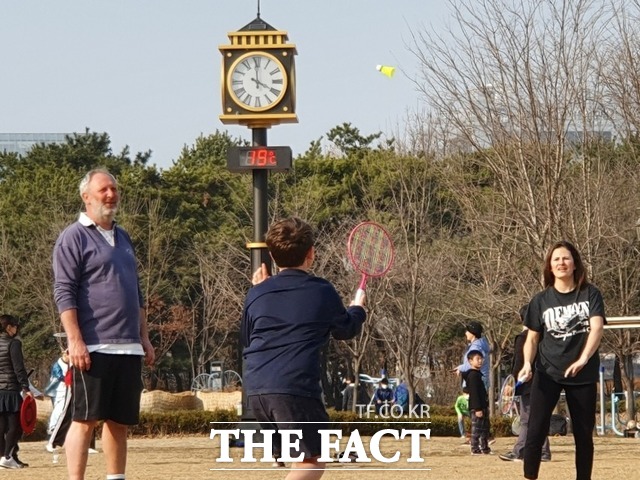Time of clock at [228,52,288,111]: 4:00
